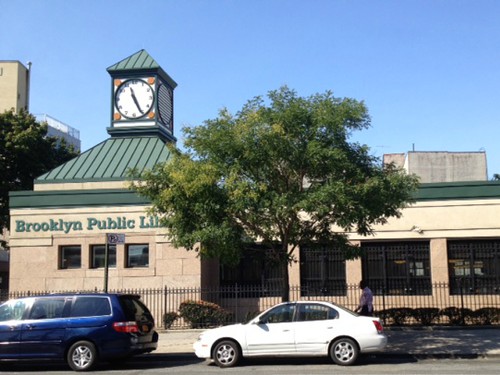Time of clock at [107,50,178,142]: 11:25
